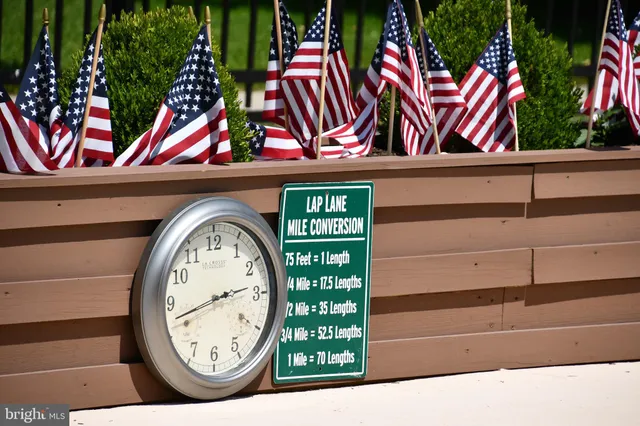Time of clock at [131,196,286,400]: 2:41
